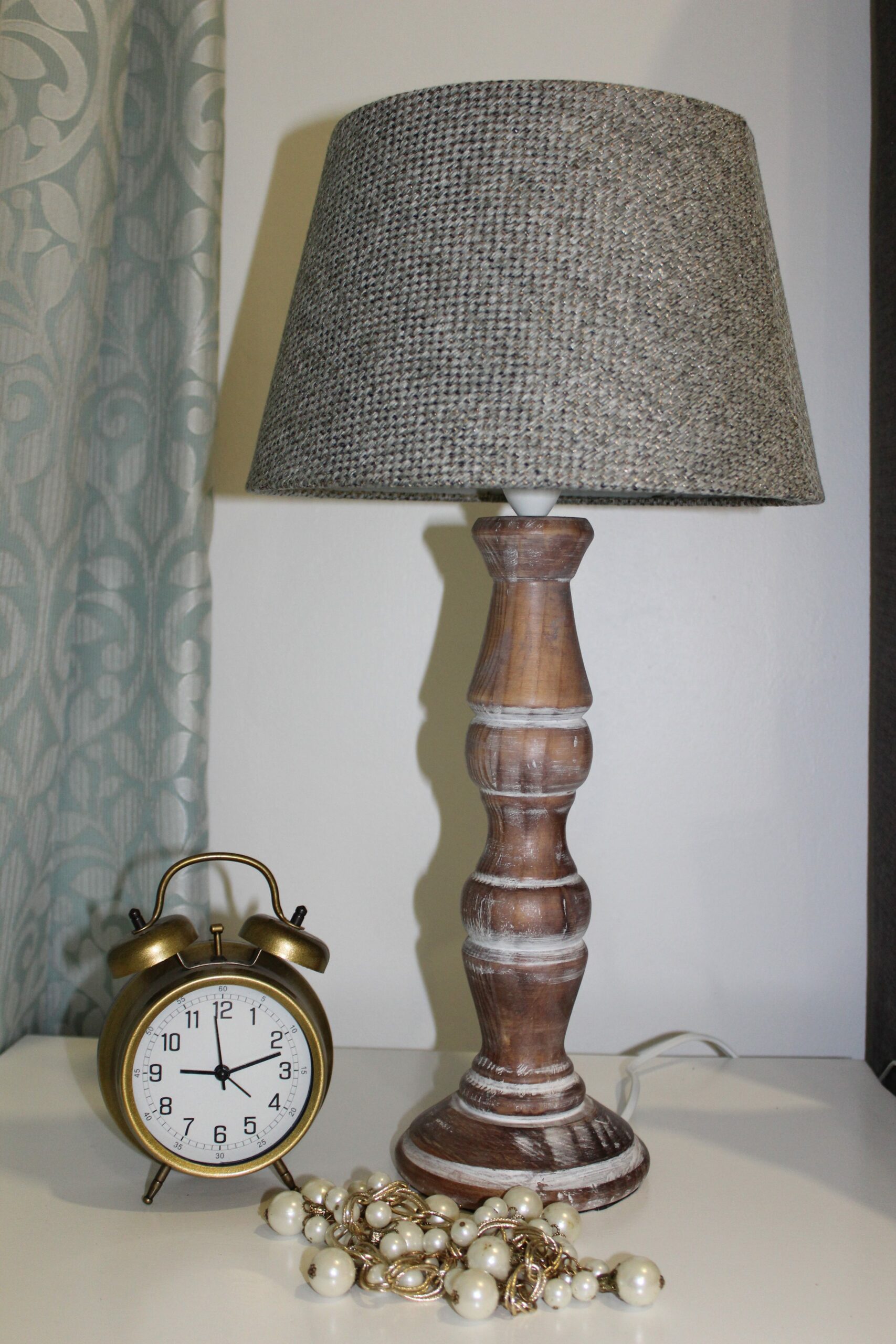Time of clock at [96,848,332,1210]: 9:12
